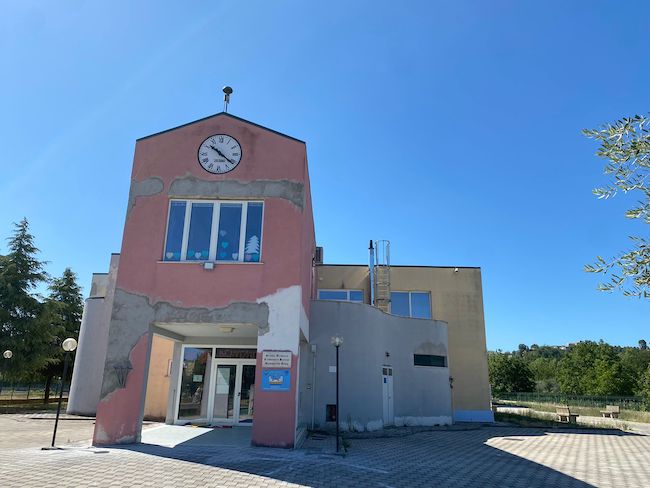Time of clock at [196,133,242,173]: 10:21
